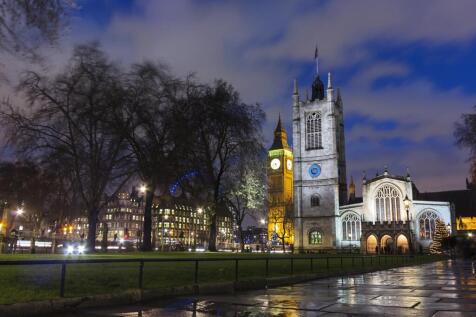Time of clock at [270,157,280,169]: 4:42
